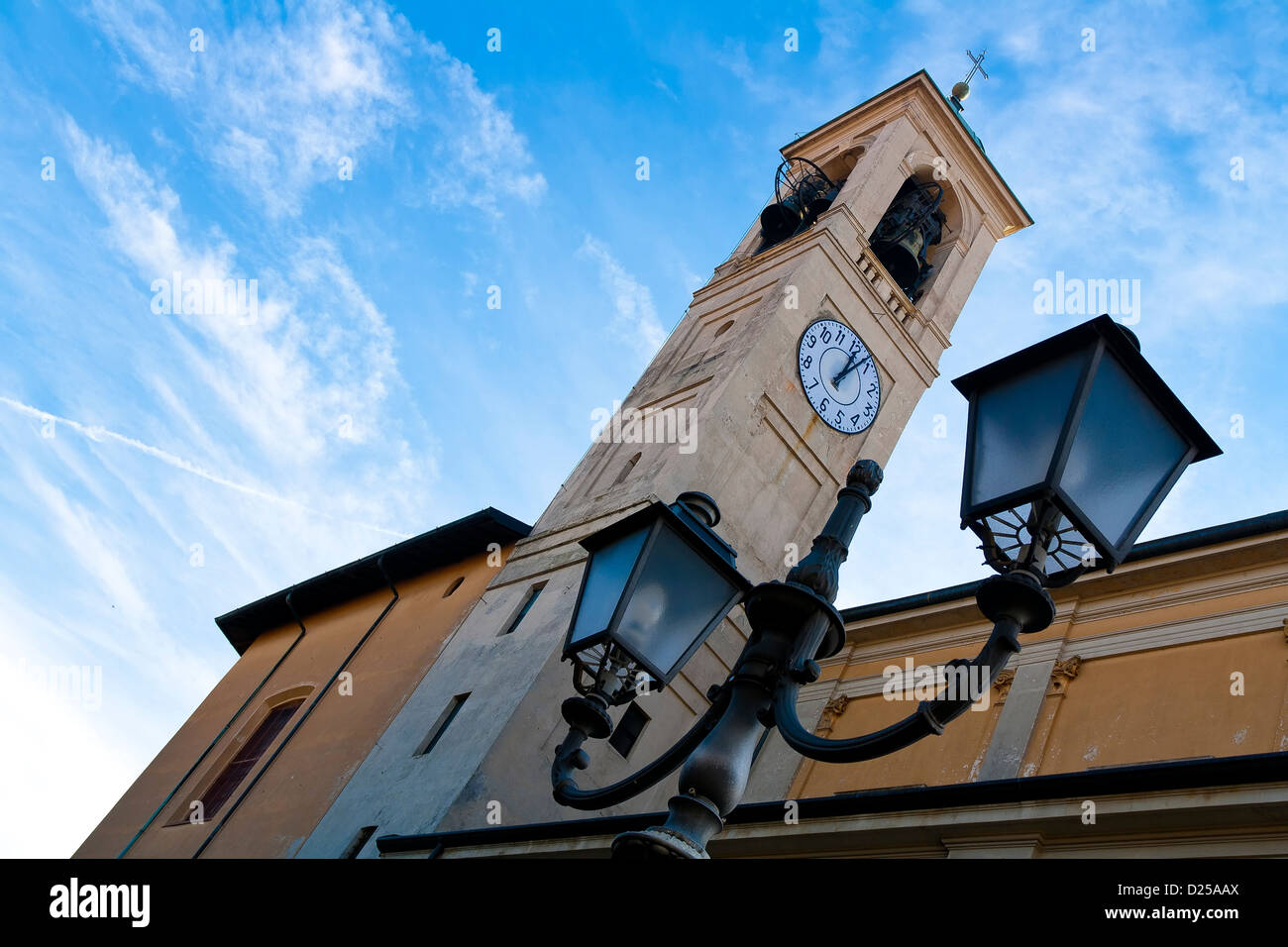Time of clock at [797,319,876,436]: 1:08
